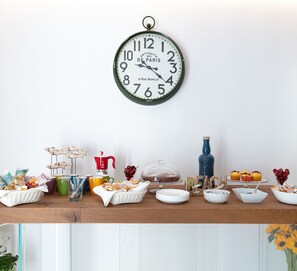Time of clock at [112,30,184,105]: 9:21
